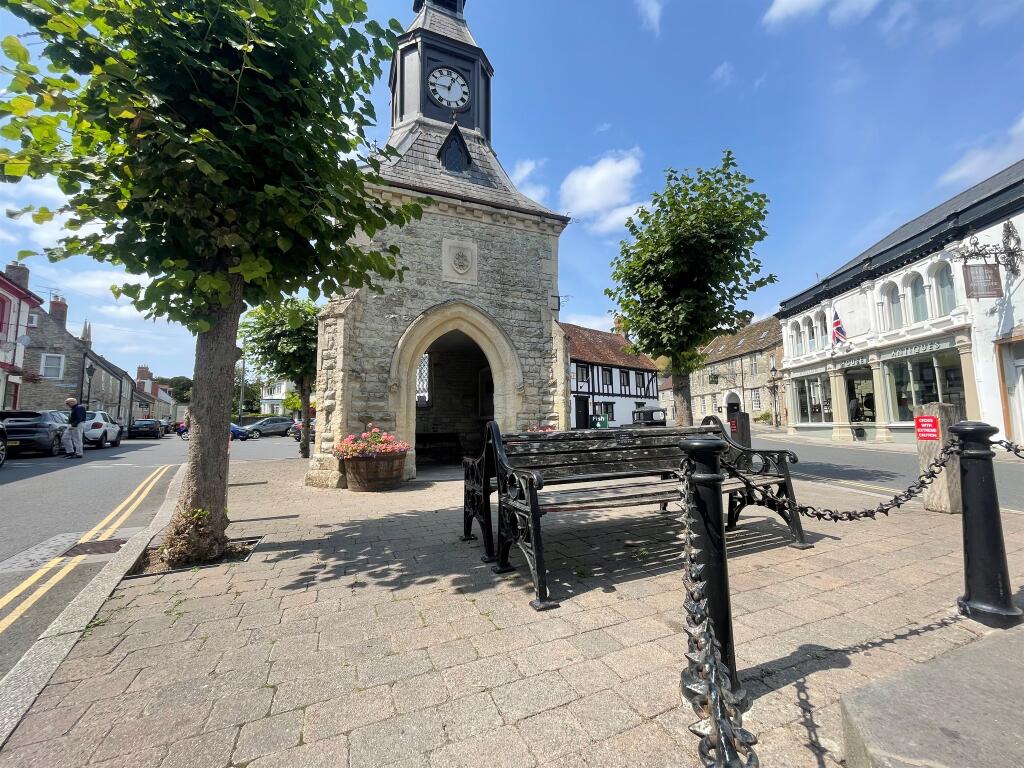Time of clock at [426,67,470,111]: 12:45
